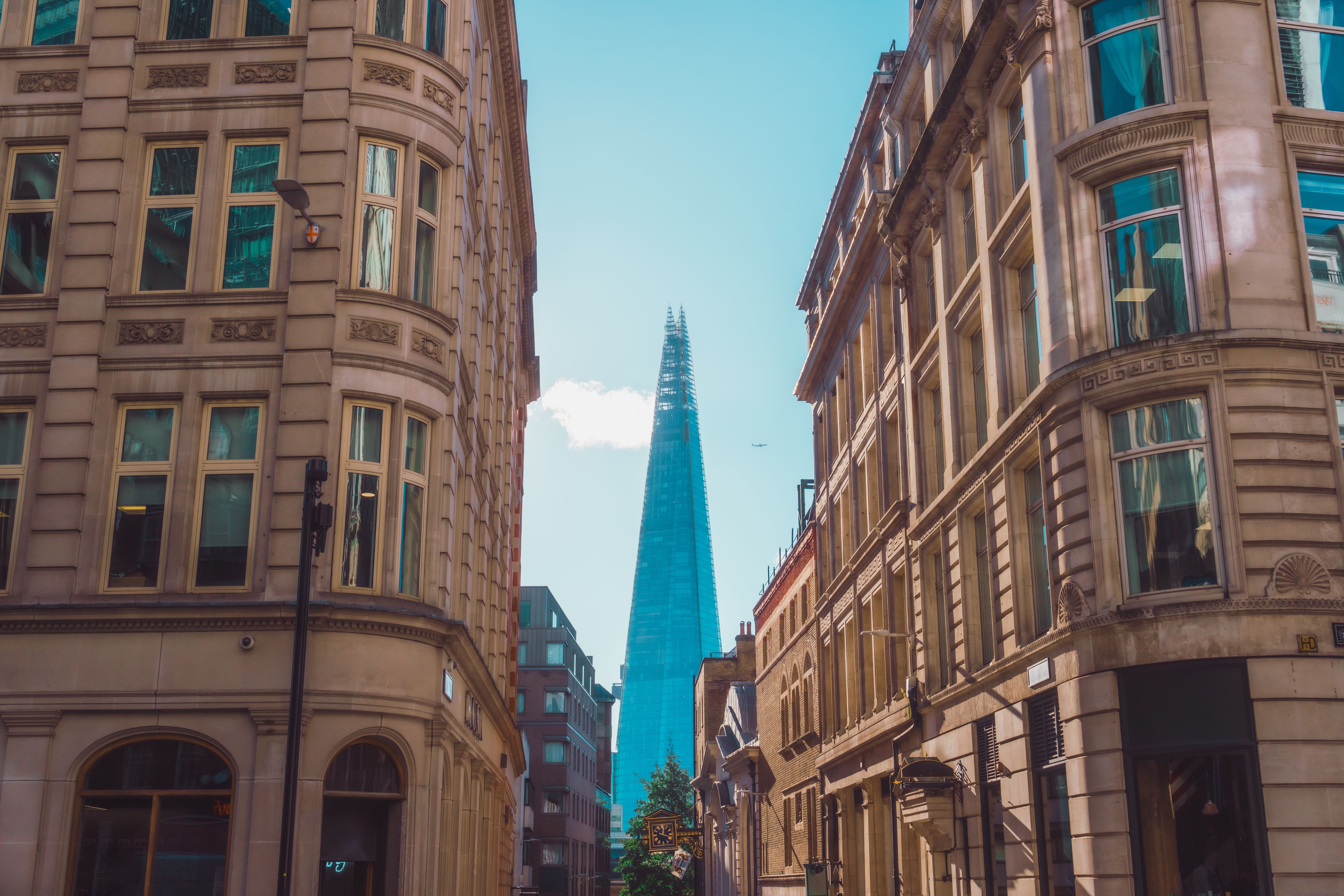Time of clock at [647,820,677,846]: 12:18
